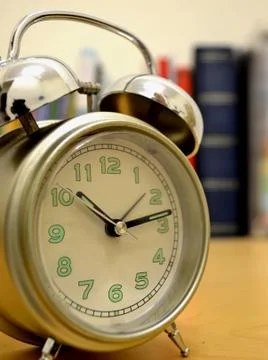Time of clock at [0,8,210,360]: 10:13
